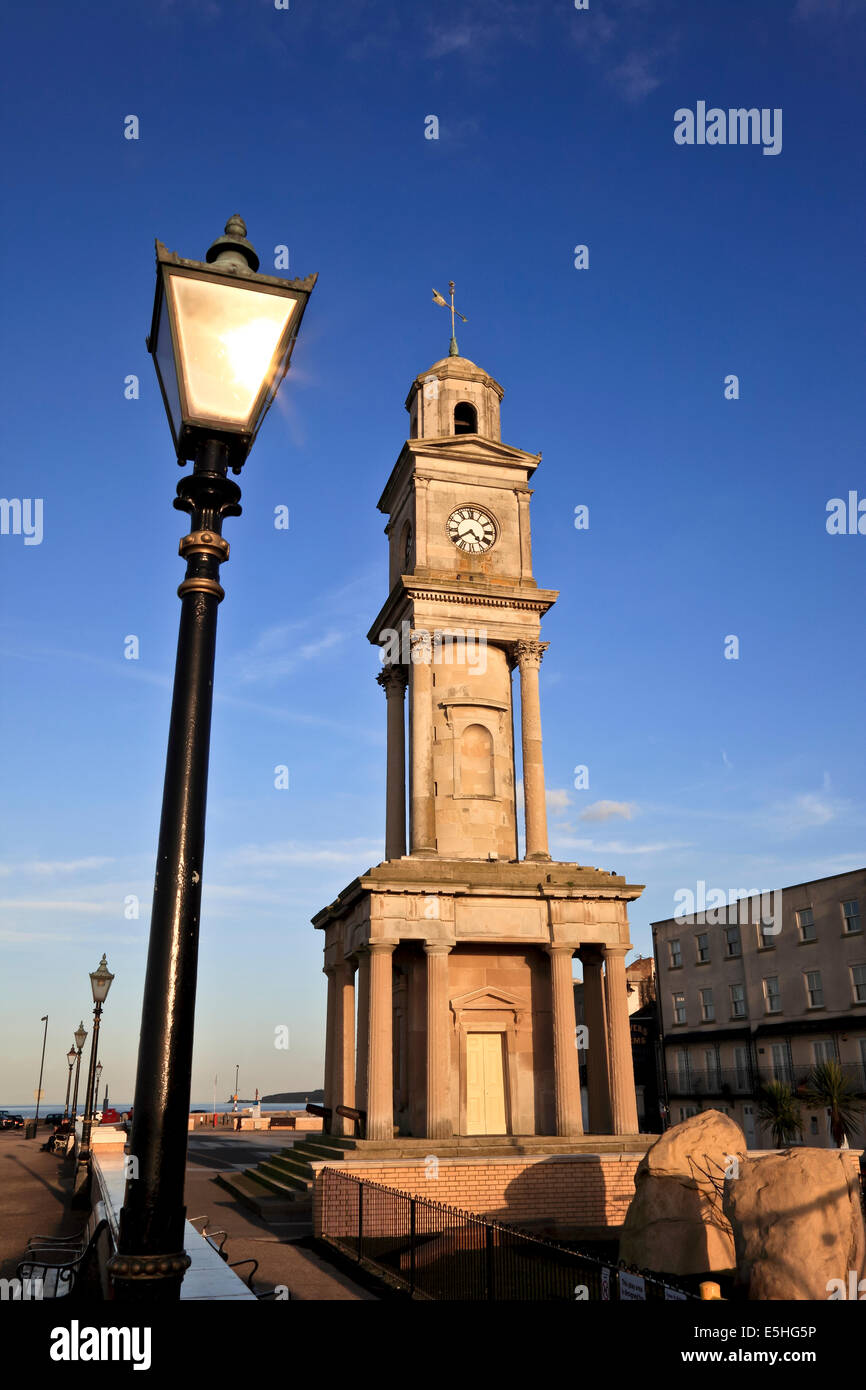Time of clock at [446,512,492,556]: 4:39
